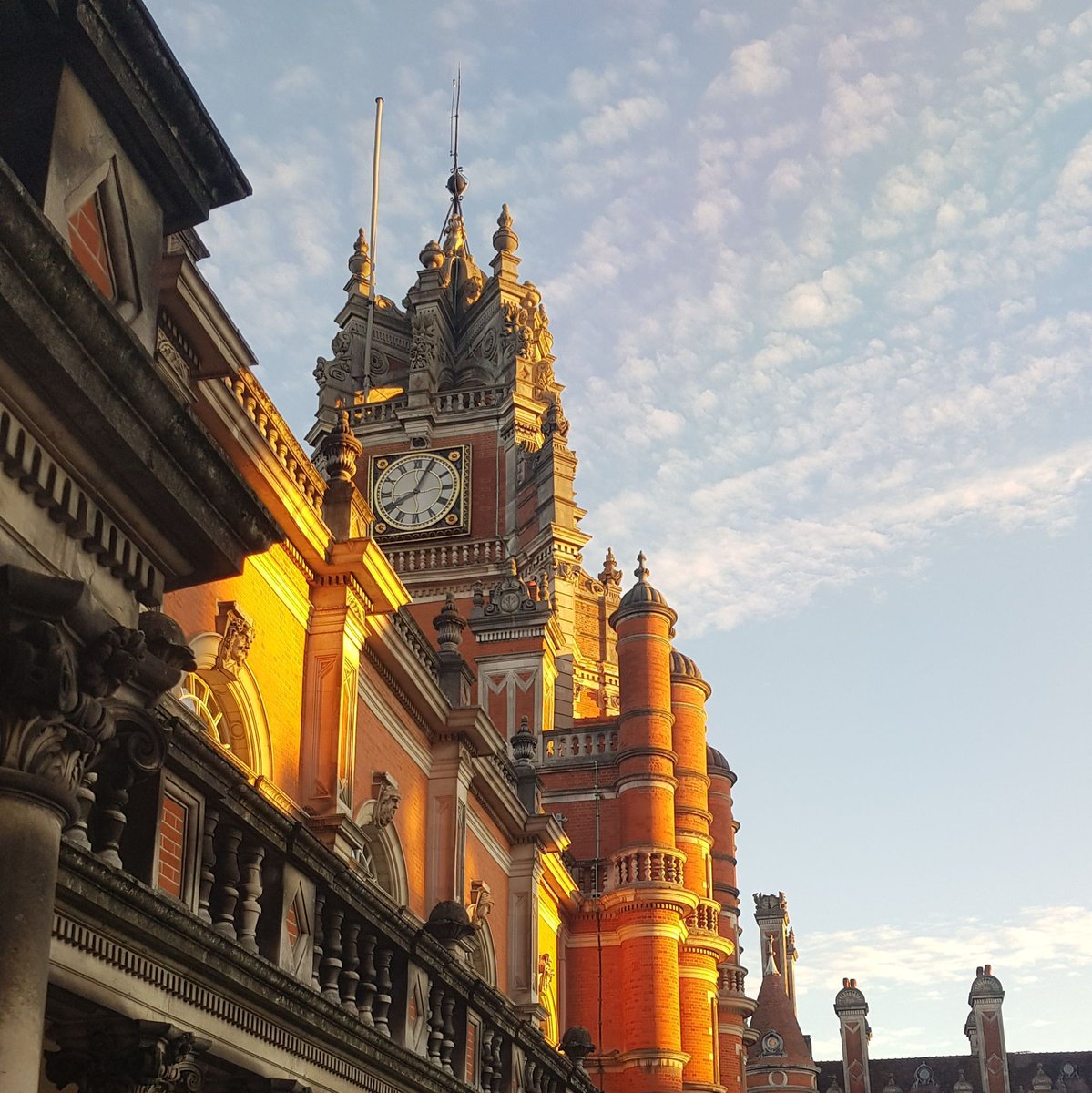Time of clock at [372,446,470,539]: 8:04
